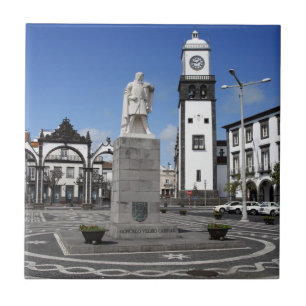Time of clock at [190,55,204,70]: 1:46
